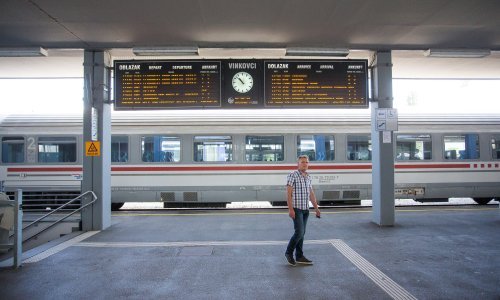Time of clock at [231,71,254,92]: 10:52
